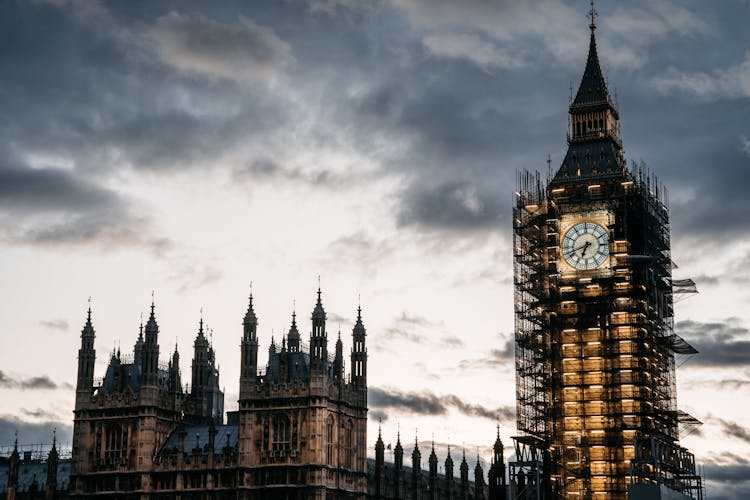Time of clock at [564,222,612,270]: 6:41
